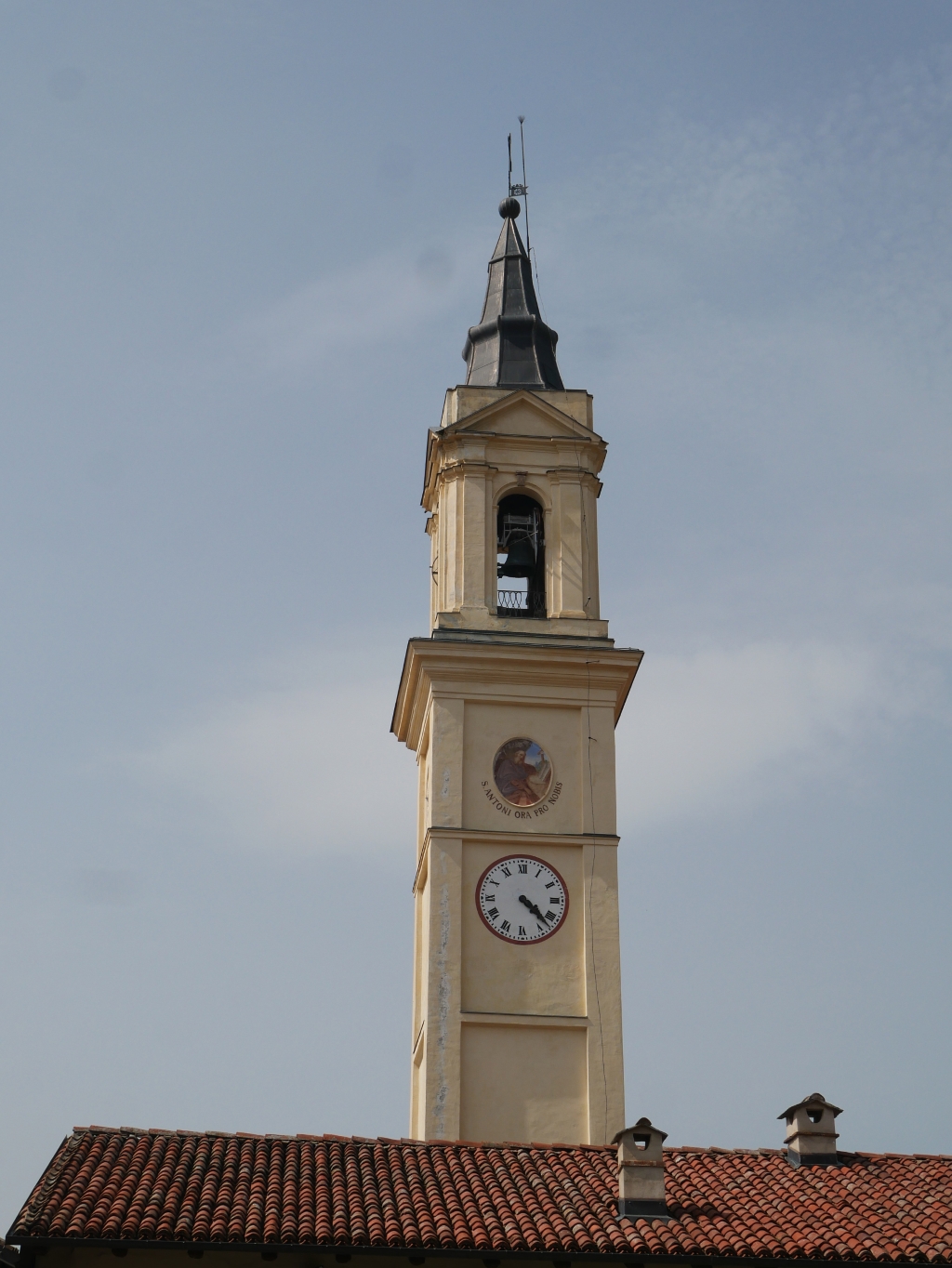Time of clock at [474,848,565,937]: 4:22
